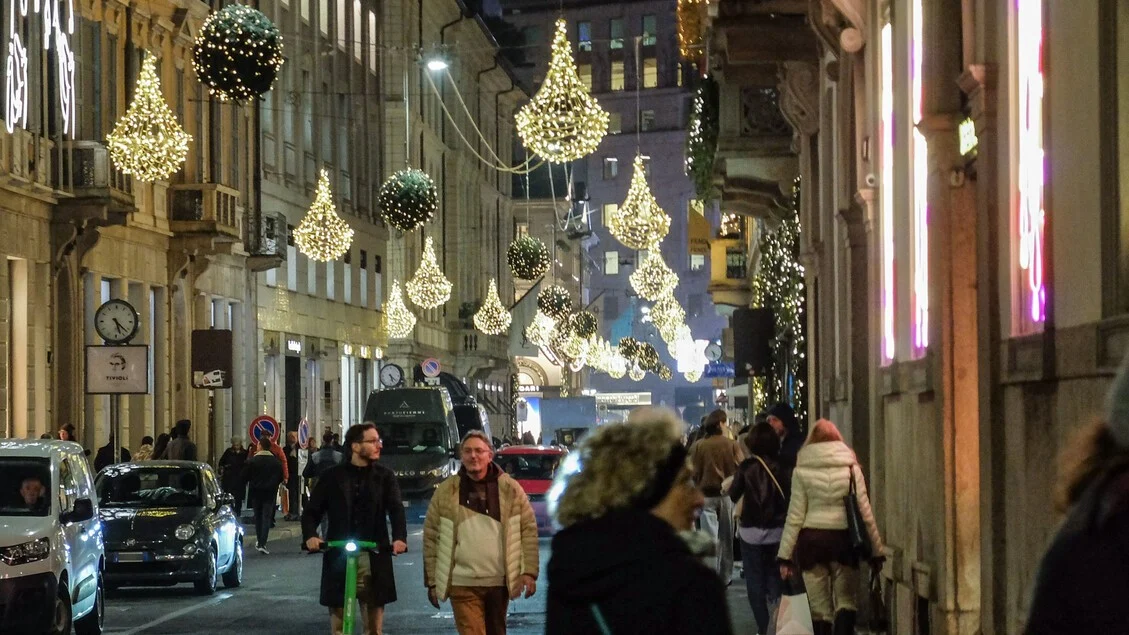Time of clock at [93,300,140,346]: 5:22
